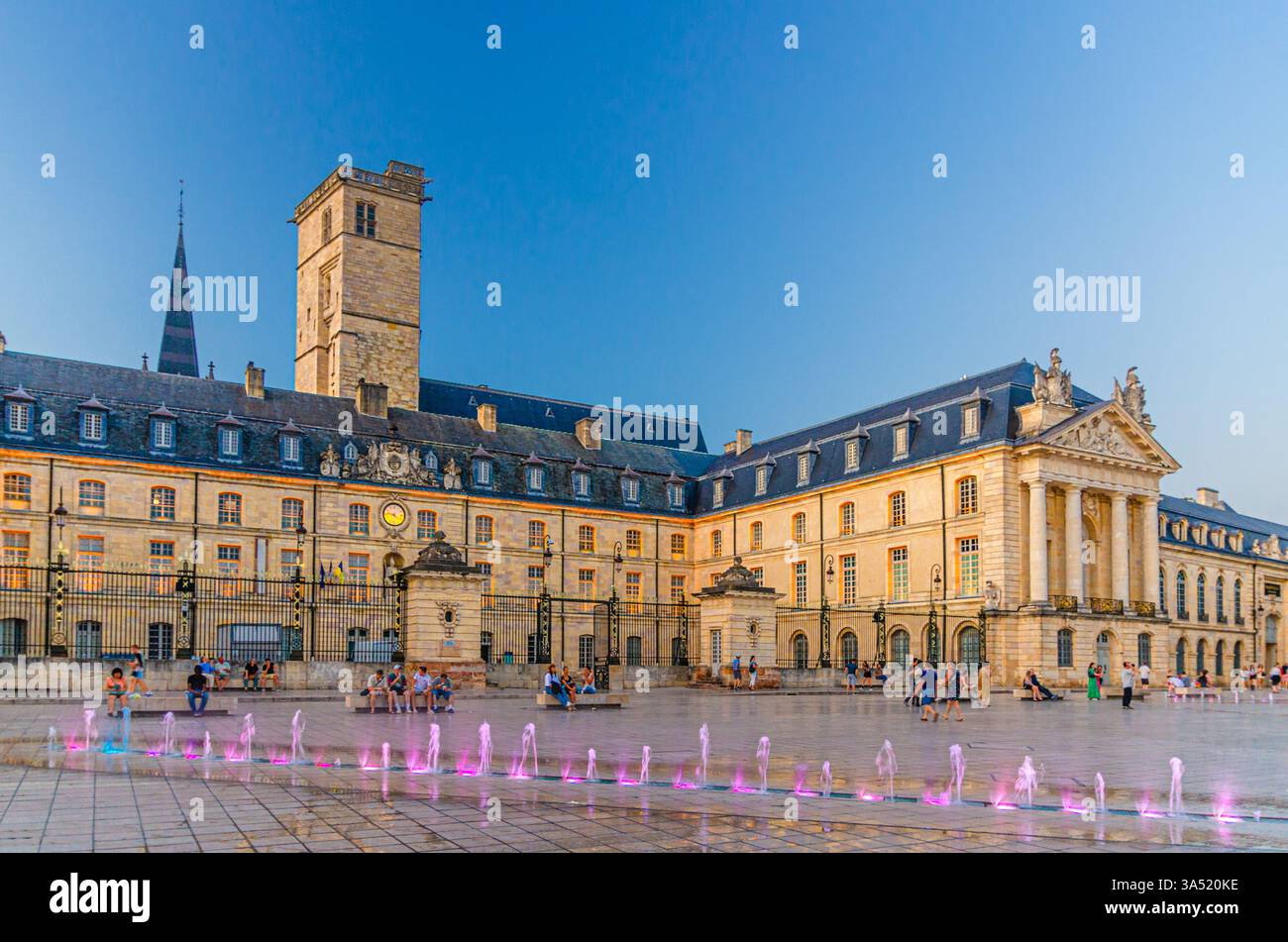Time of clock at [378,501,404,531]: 9:22
